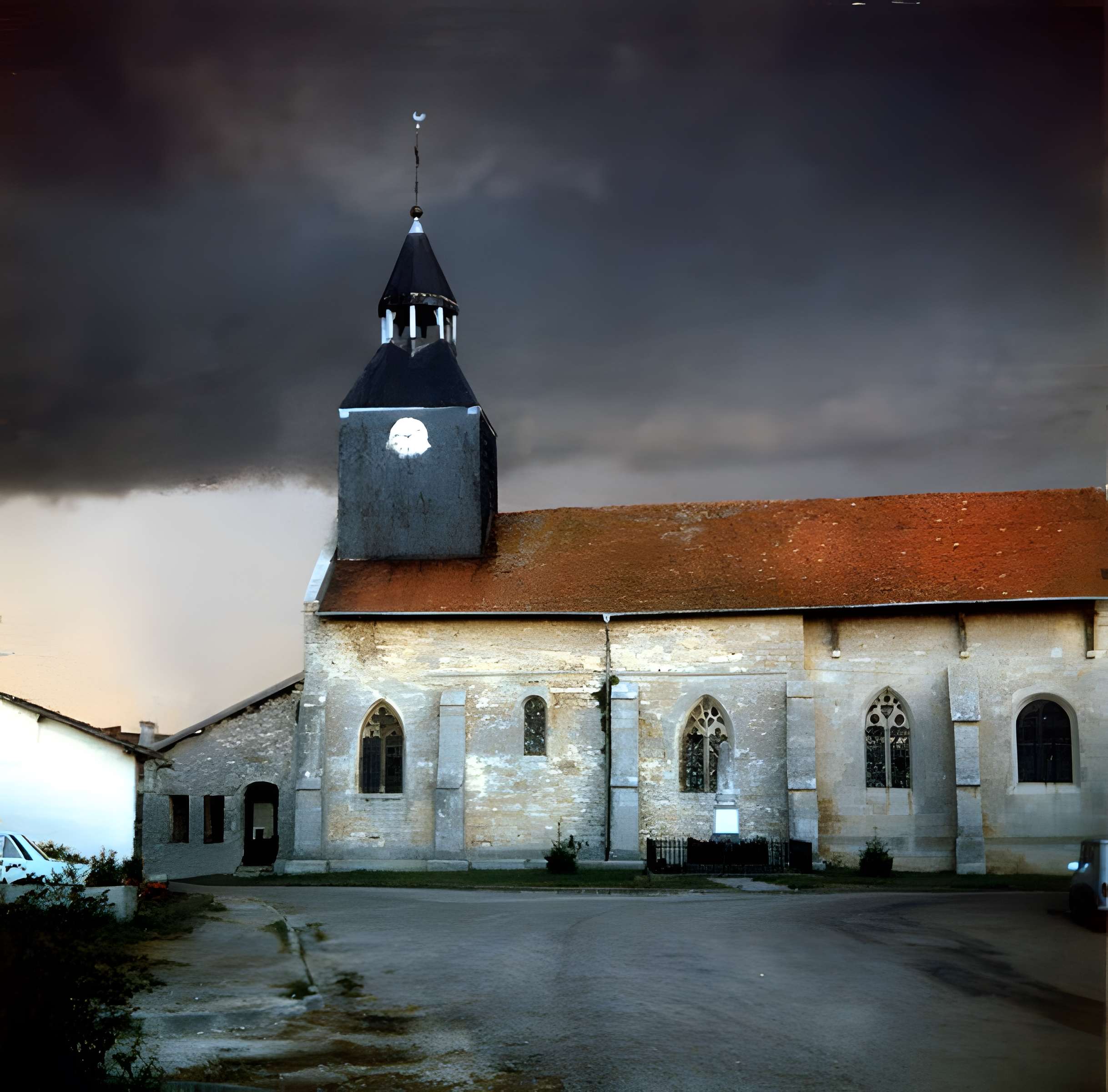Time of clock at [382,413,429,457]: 9:10
